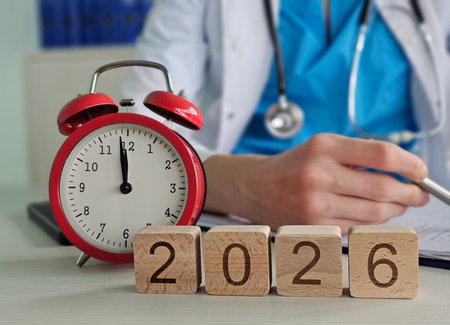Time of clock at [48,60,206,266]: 11:58
